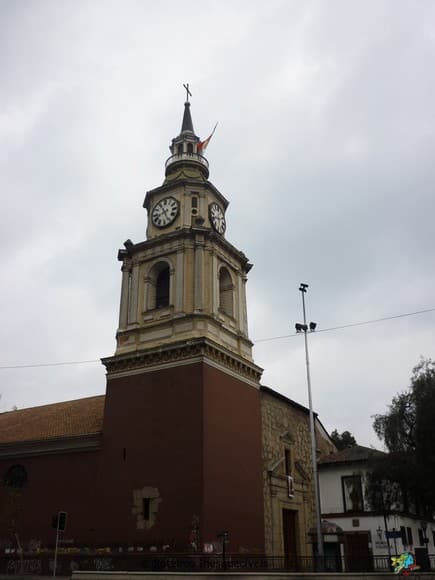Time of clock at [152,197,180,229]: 8:26
